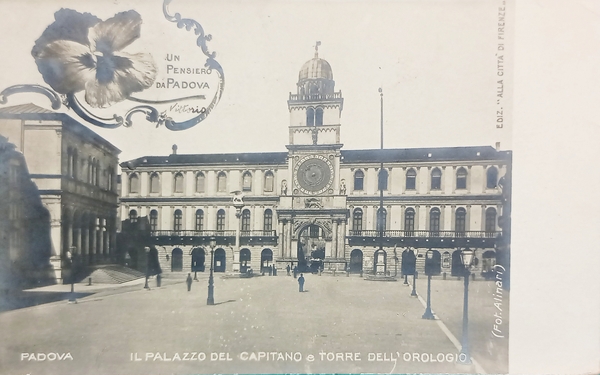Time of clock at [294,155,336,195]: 7:52
